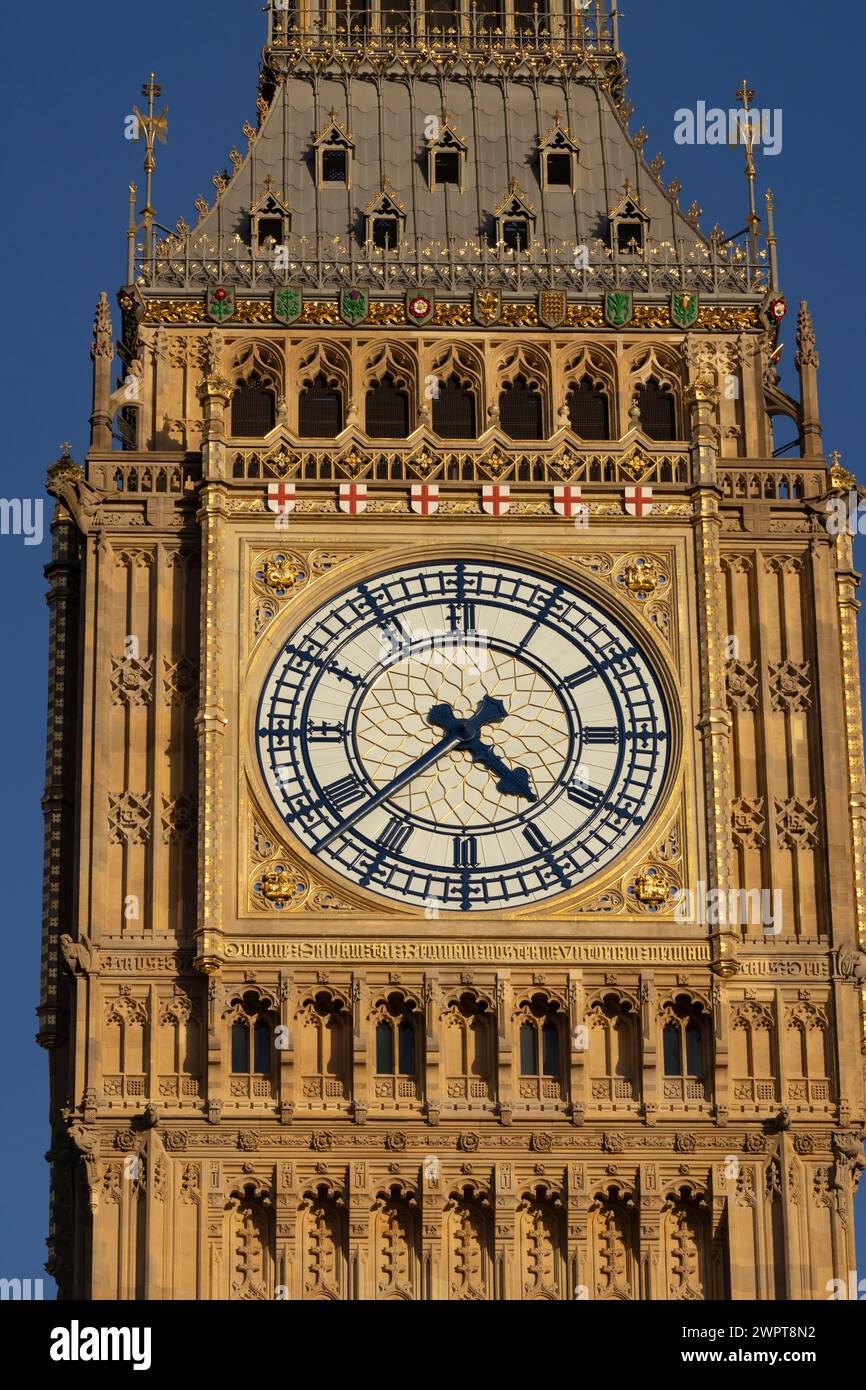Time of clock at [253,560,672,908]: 4:37
